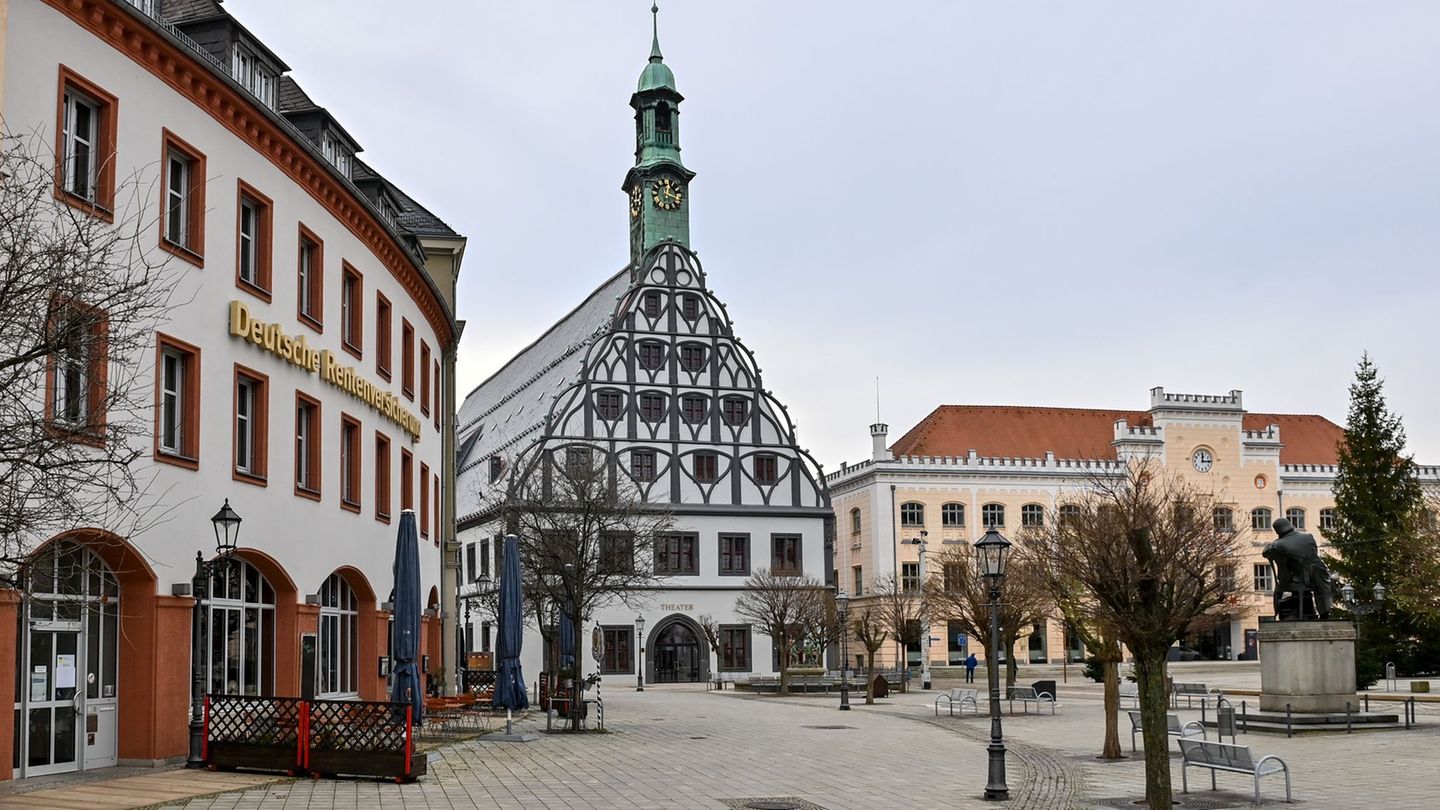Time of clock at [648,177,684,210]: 12:18
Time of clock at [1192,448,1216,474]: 12:14
